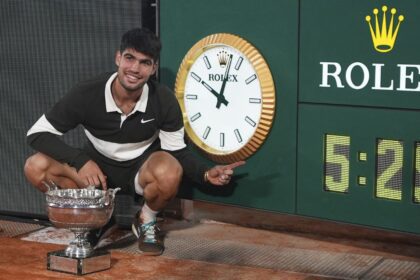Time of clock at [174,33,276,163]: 10:02
